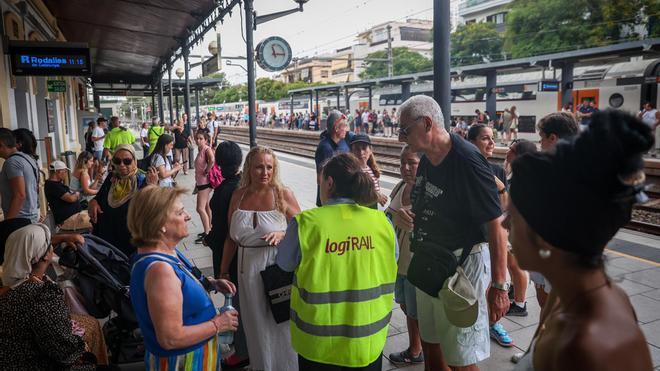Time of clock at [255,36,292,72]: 11:15
